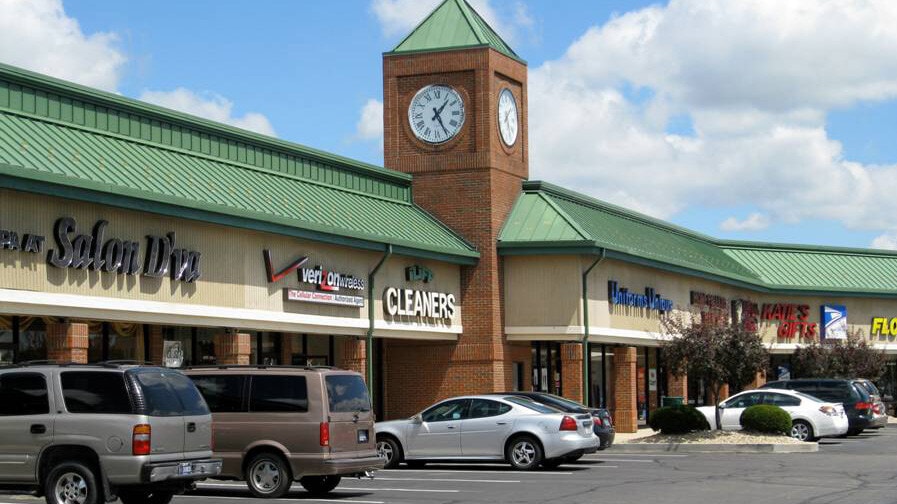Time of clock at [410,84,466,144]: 1:25
